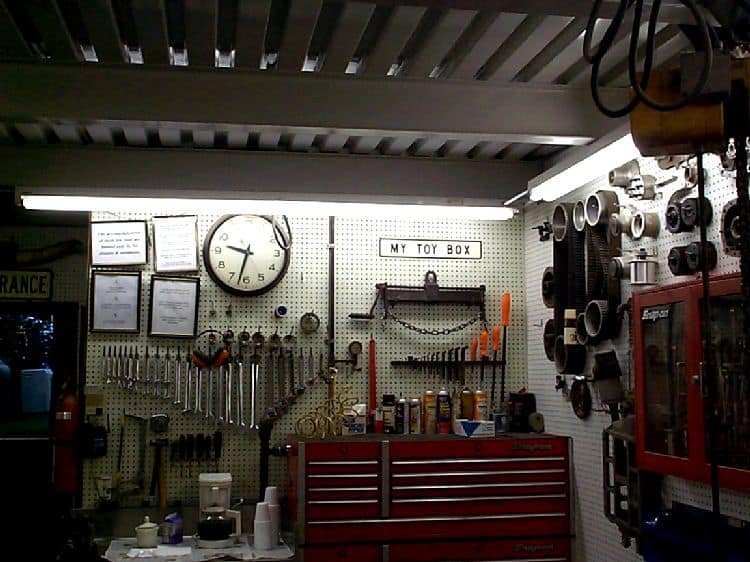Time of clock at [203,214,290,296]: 9:32
